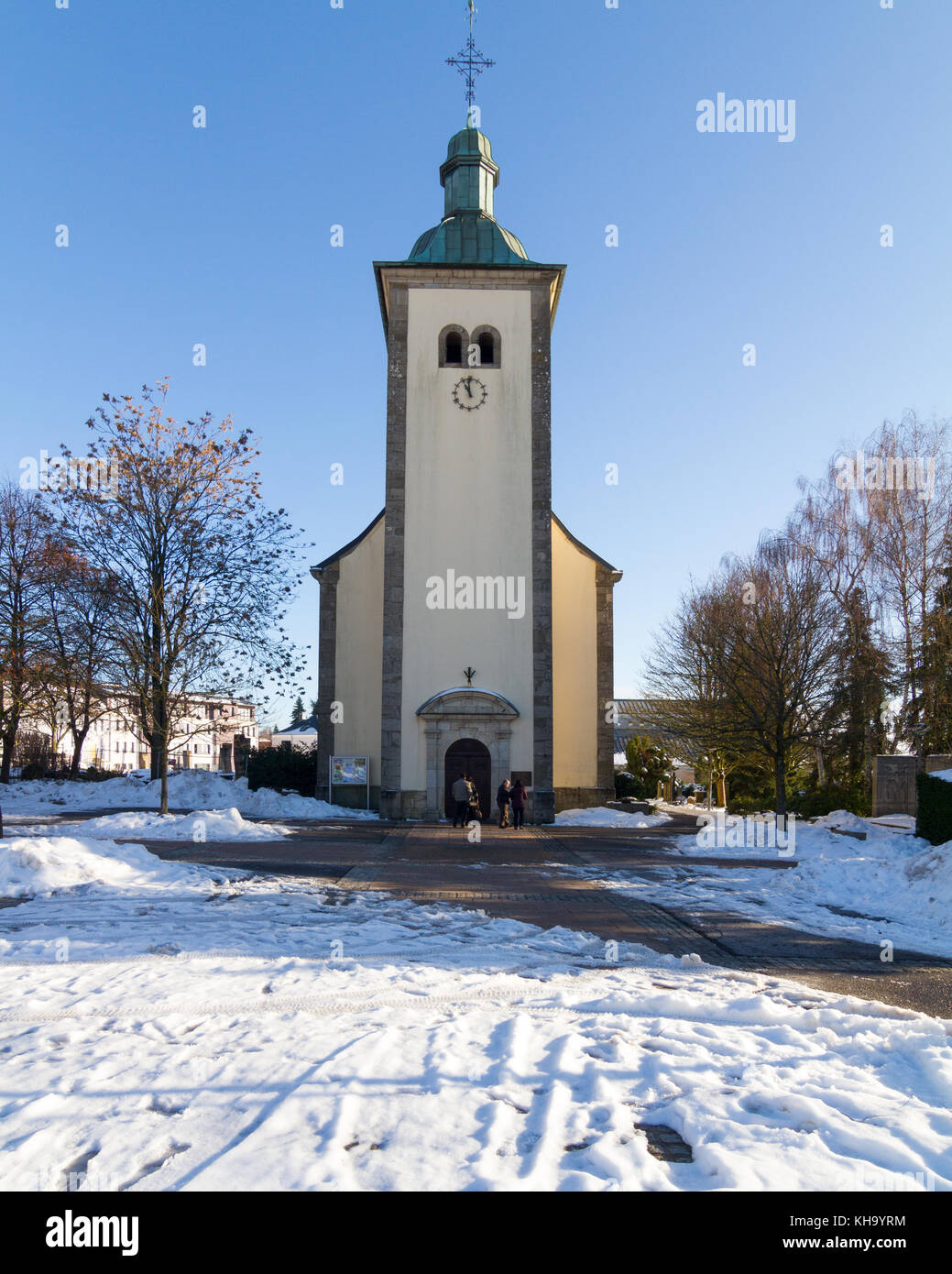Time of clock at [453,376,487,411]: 10:58
